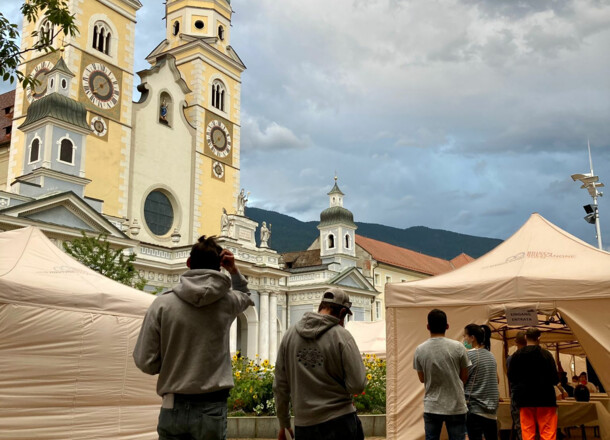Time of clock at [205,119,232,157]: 1:37
